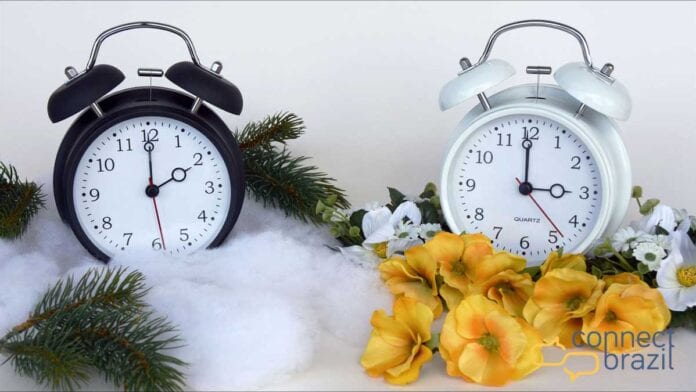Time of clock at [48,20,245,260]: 2:00
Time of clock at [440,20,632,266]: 2:59
